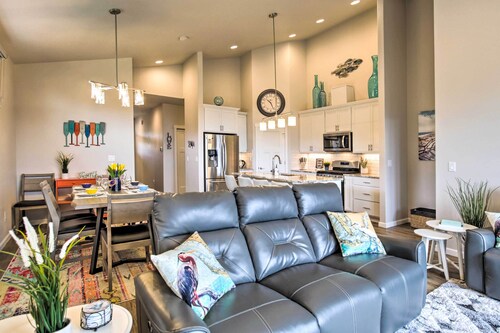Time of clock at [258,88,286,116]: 10:25
